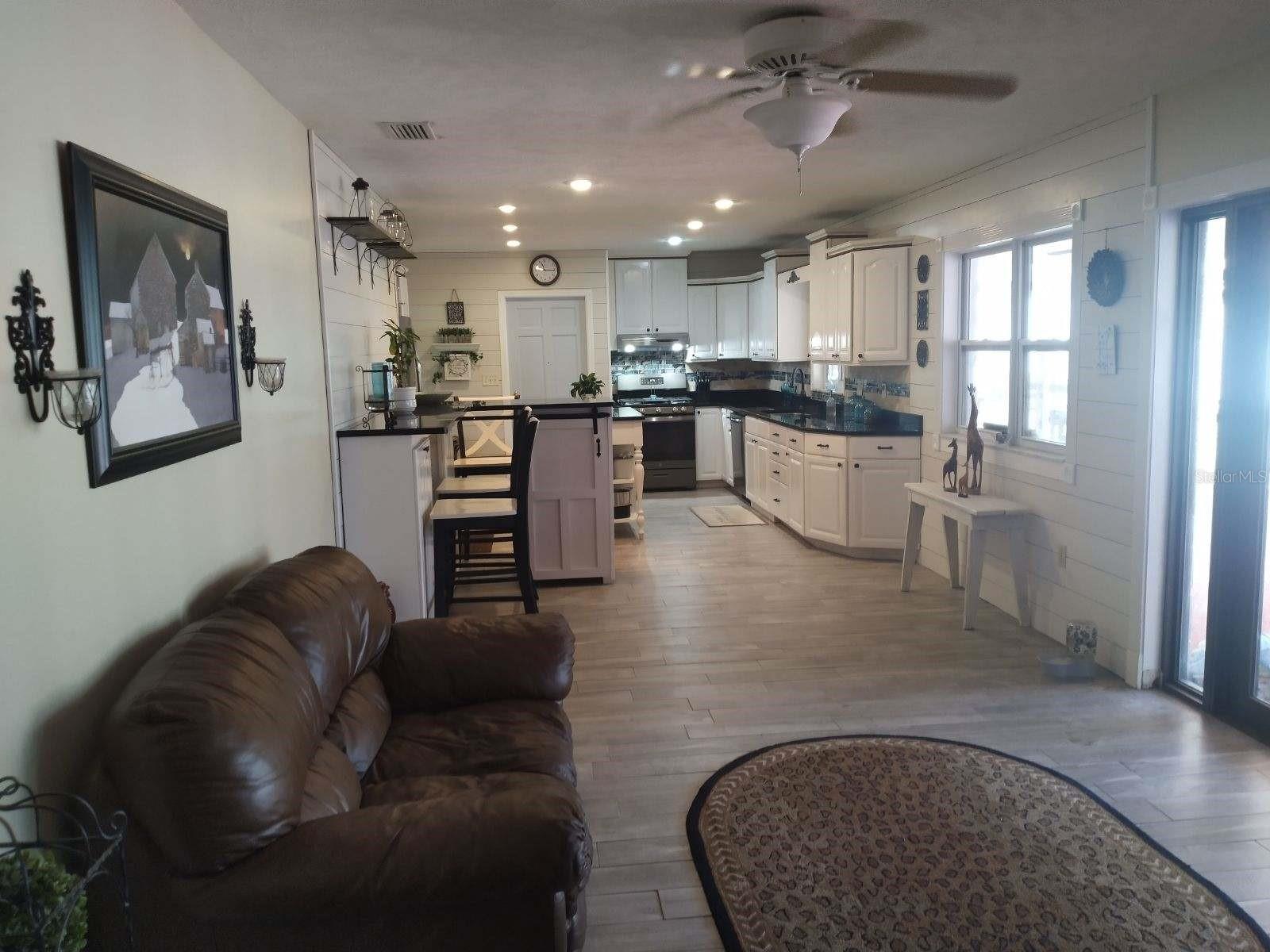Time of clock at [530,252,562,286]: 11:15
